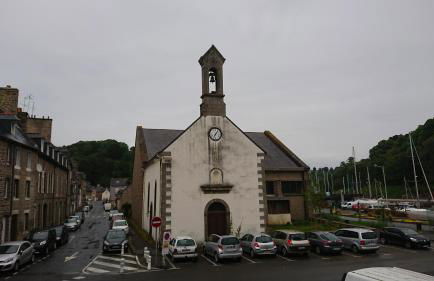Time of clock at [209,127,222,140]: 7:06
